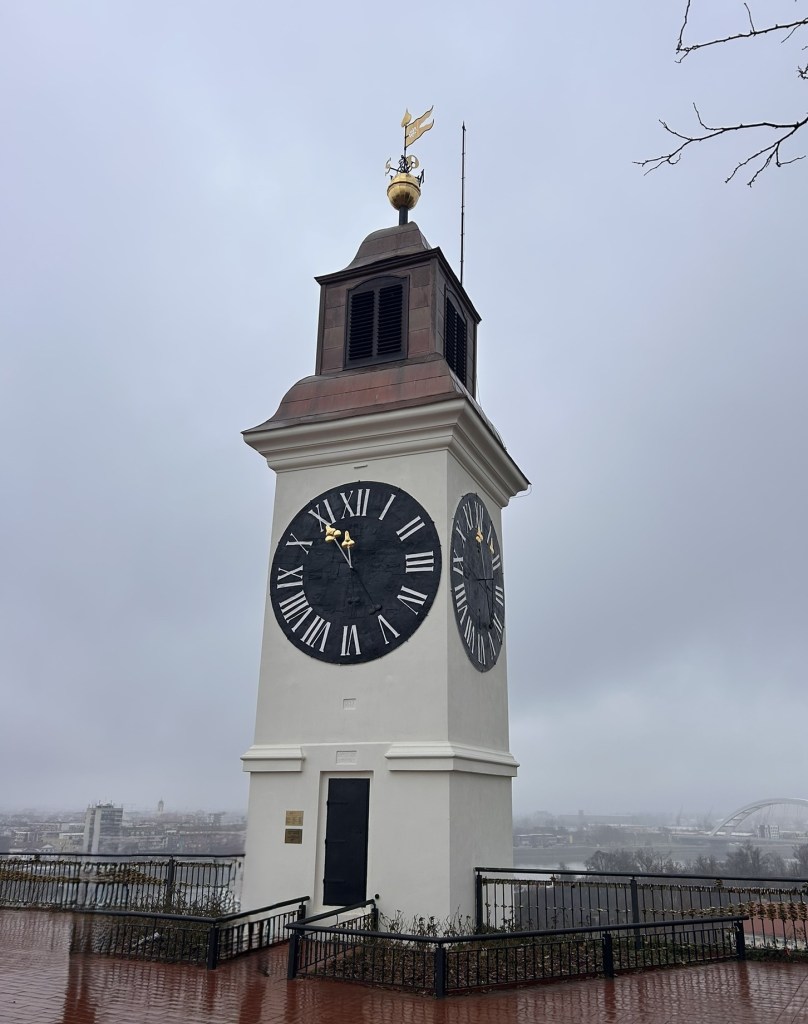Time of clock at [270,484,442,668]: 11:55
